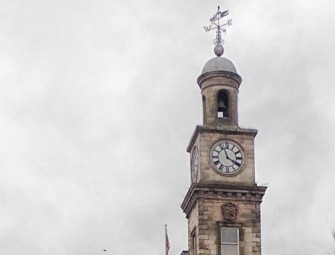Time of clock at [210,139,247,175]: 3:57
